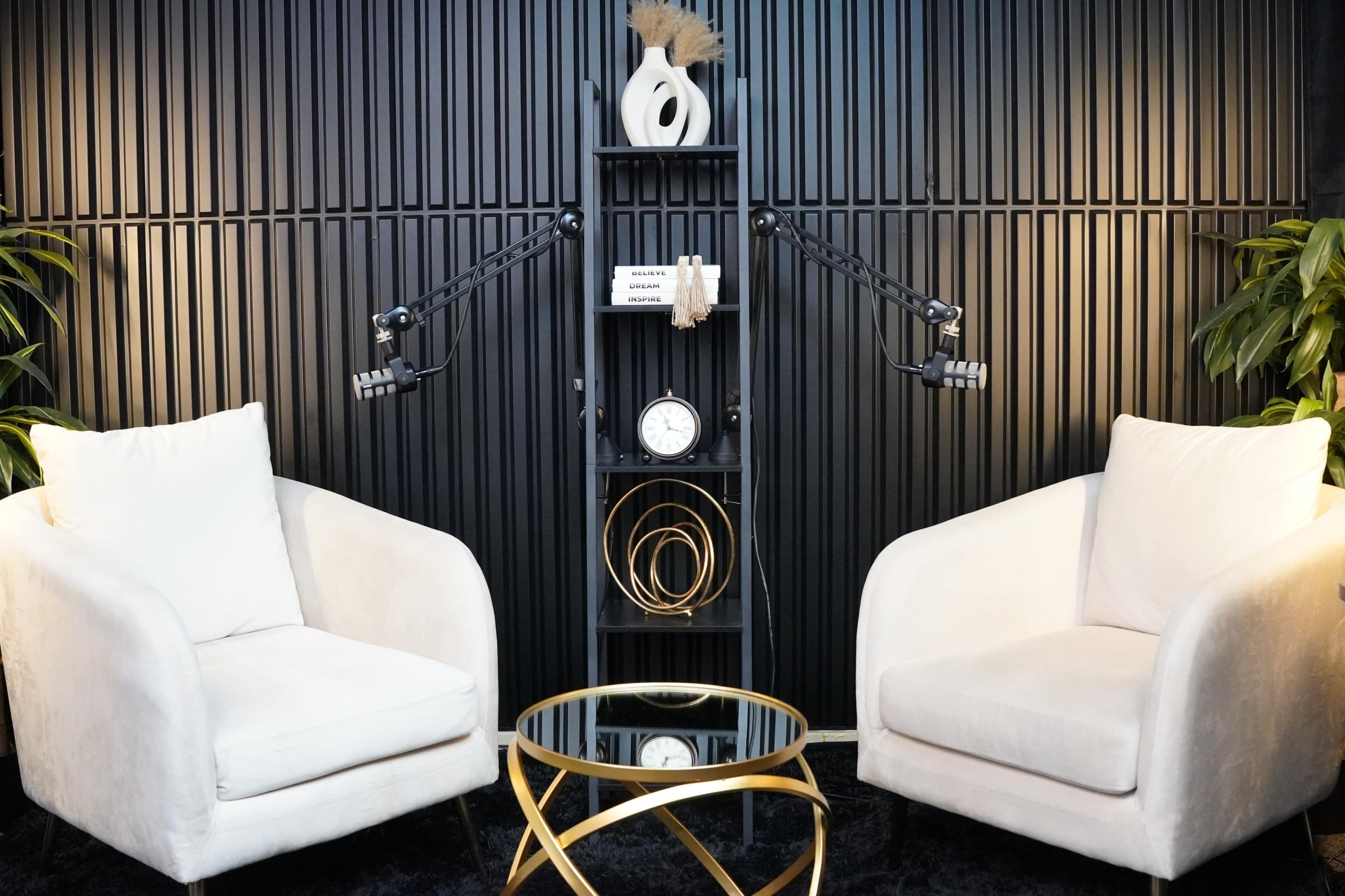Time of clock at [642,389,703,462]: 11:17
